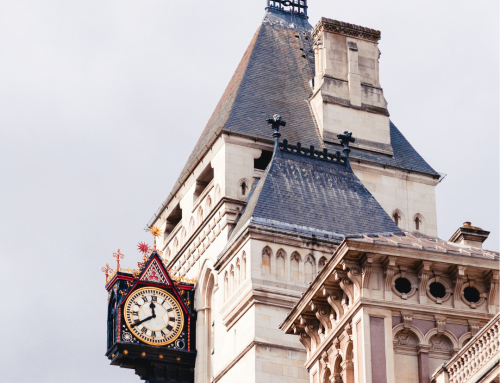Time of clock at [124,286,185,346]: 11:39
